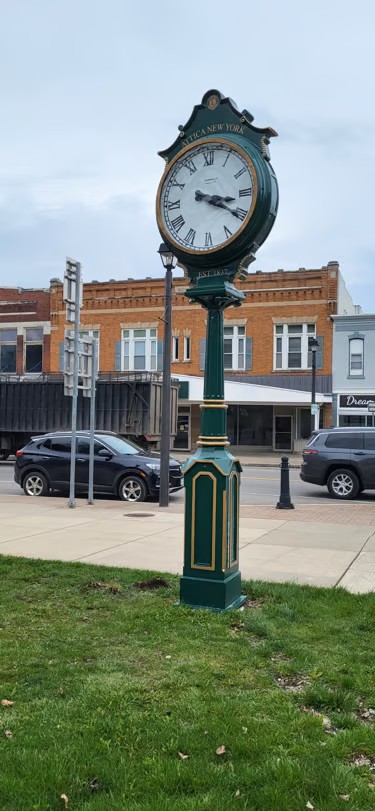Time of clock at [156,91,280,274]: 3:20
